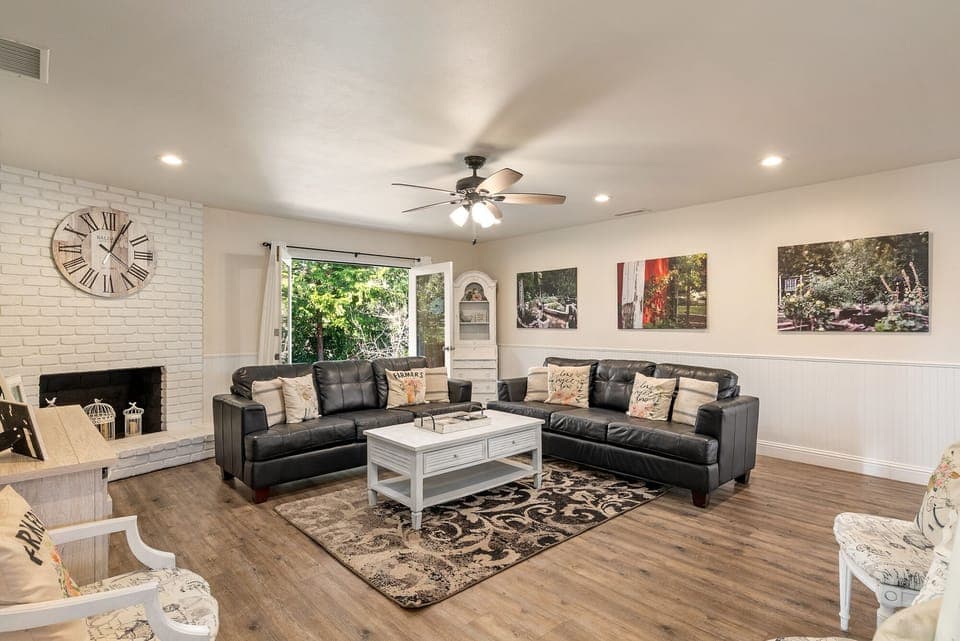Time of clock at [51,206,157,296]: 4:04
